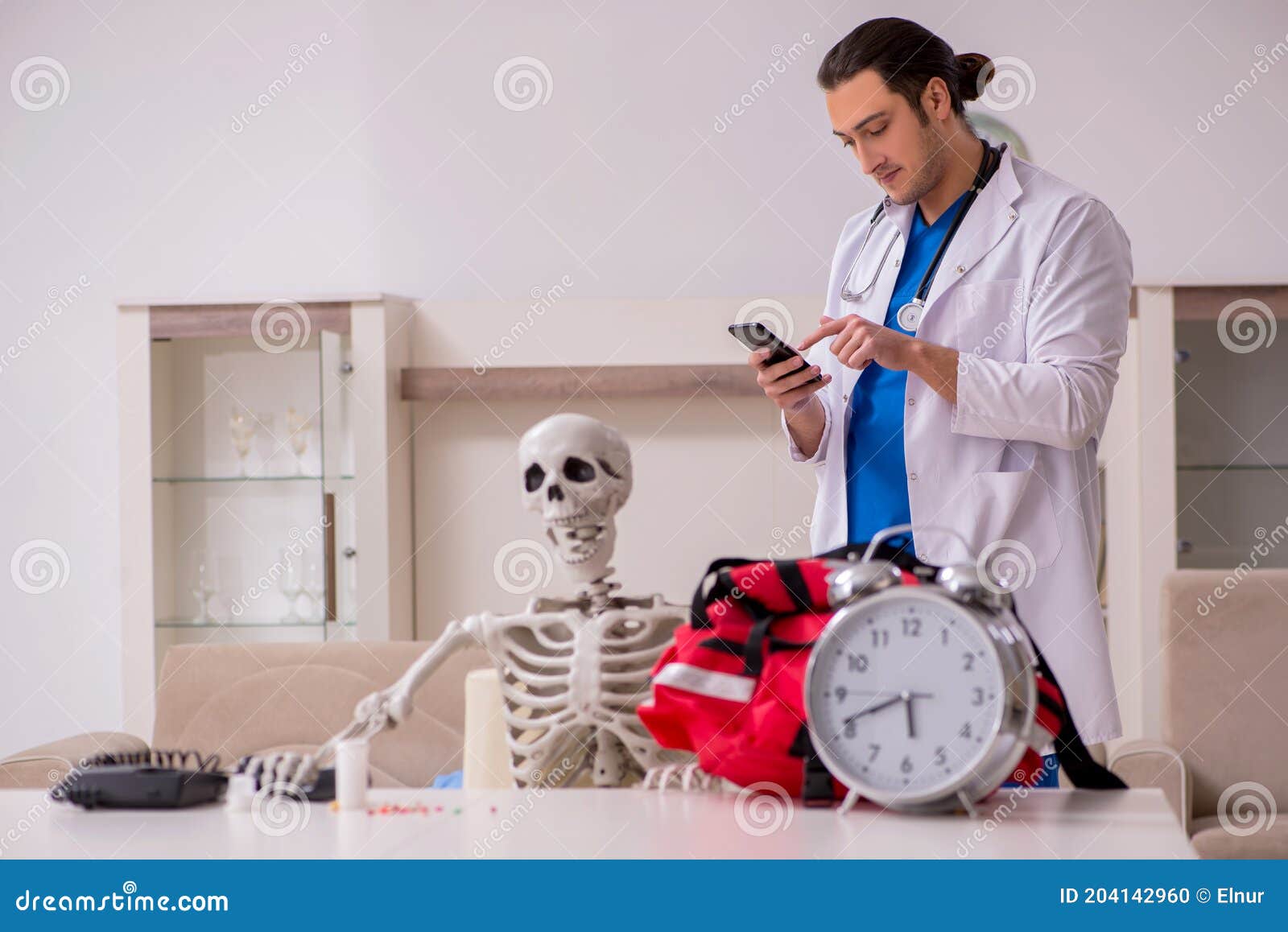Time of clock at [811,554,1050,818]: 5:41
